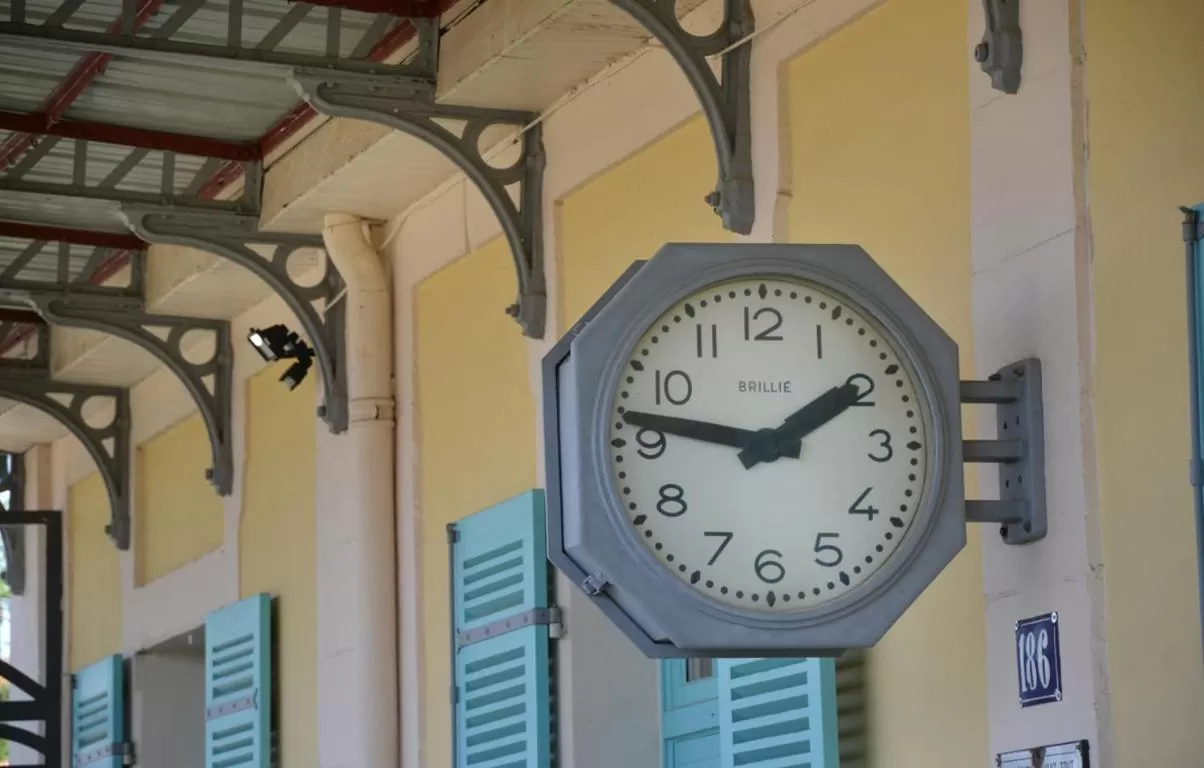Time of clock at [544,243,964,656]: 1:46
